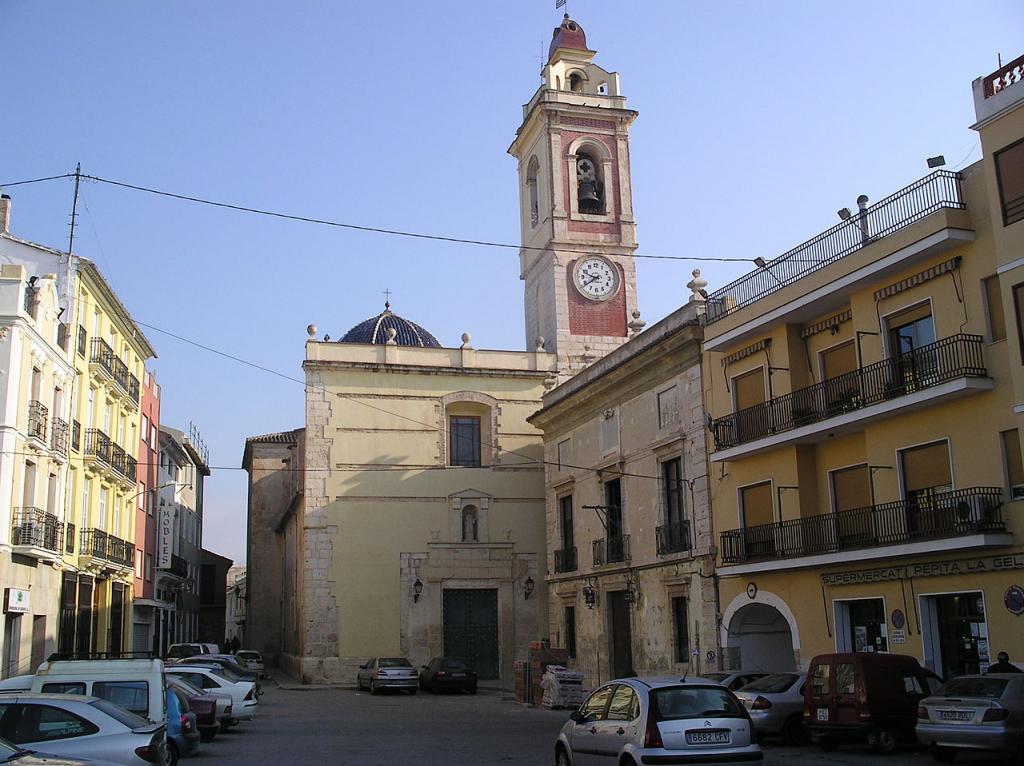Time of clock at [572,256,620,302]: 9:39
